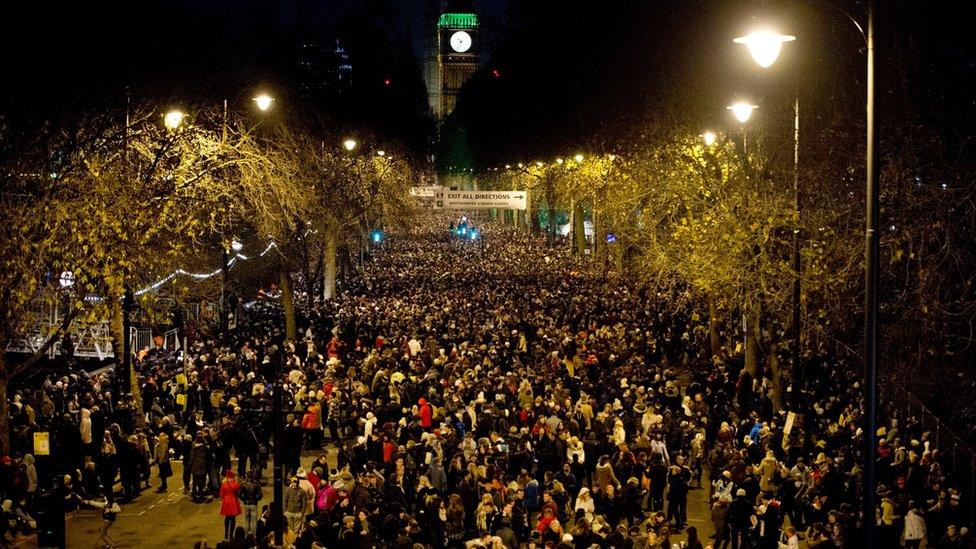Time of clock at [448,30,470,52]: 10:34
